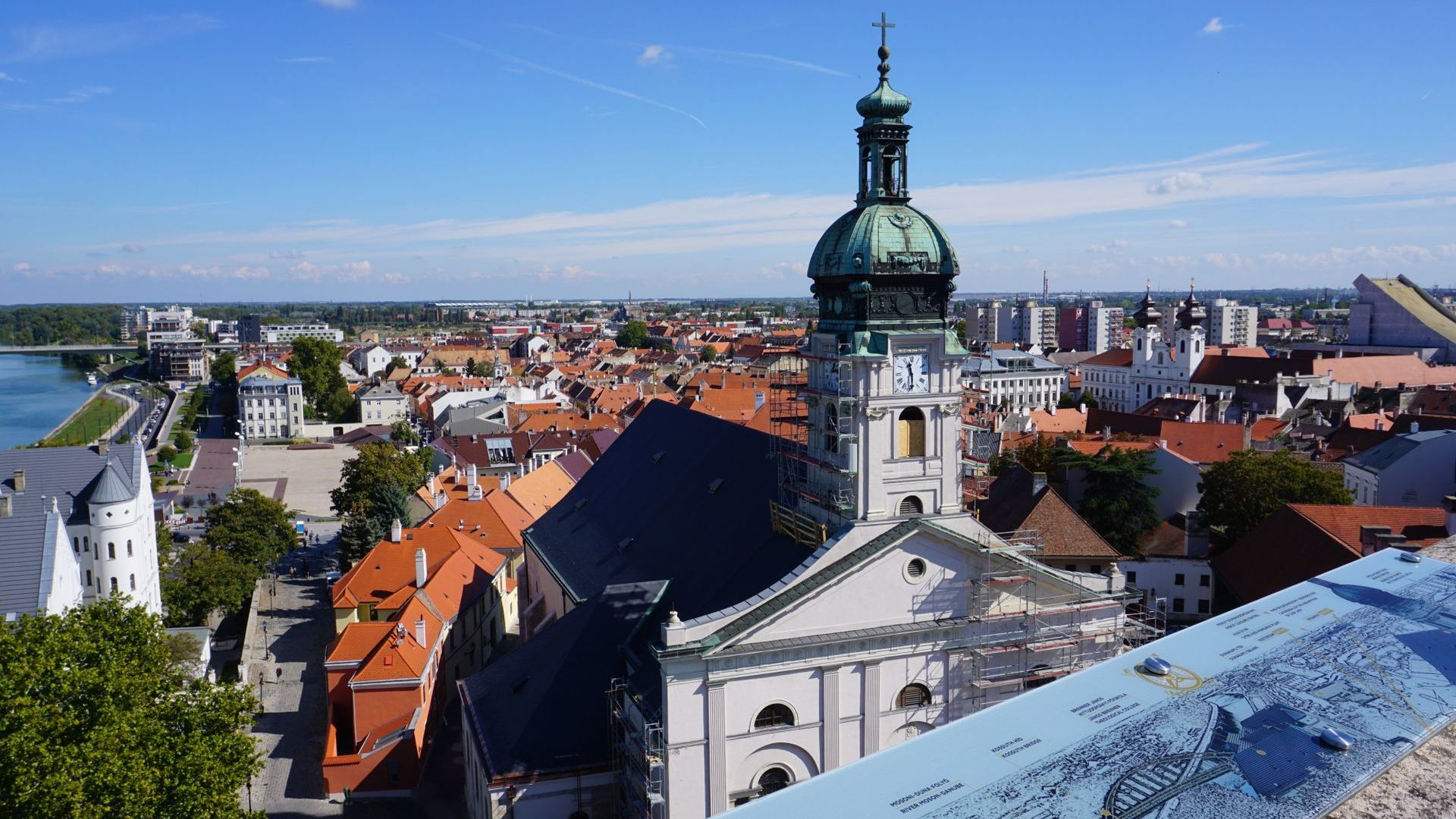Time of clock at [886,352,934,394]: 11:29
